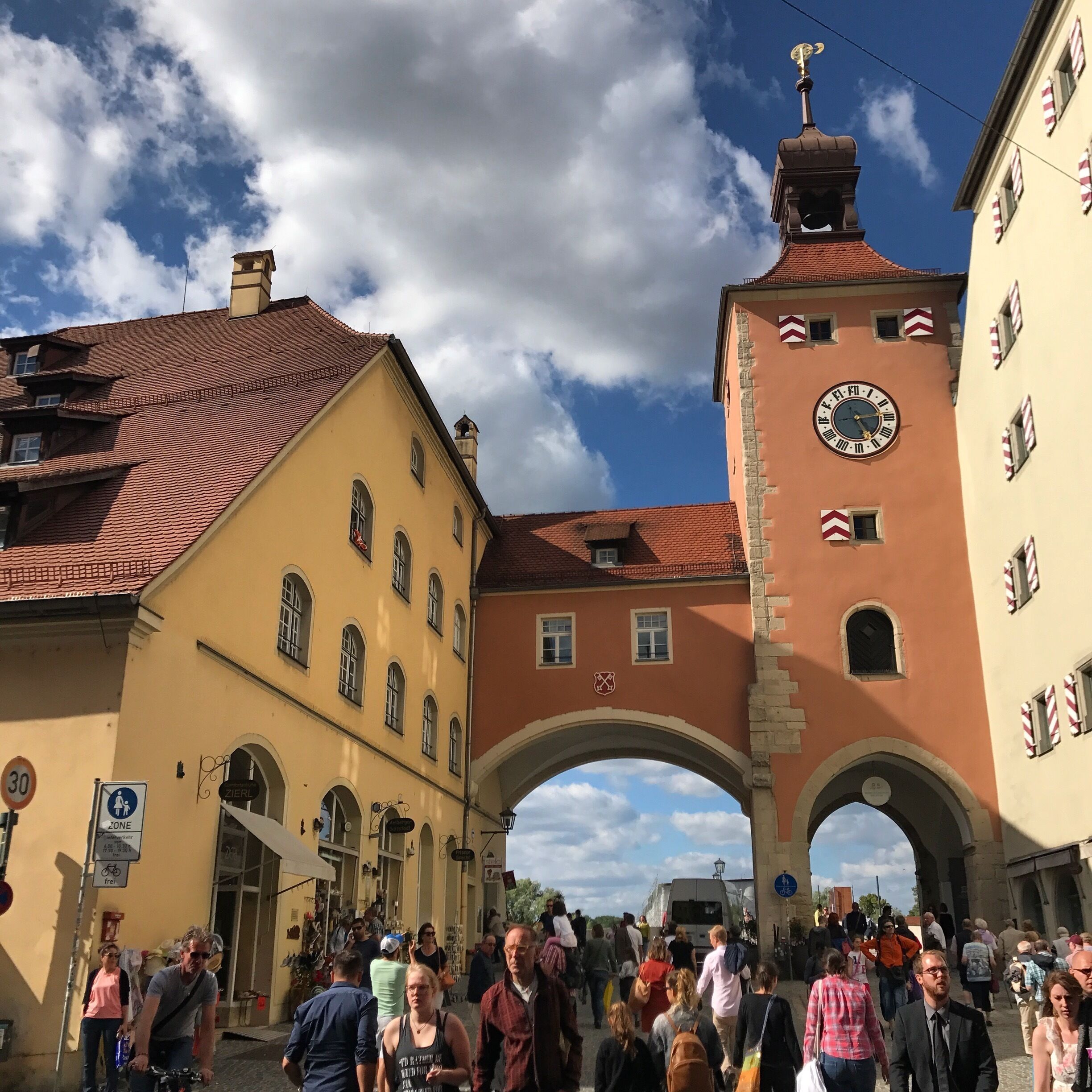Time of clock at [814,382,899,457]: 5:13
